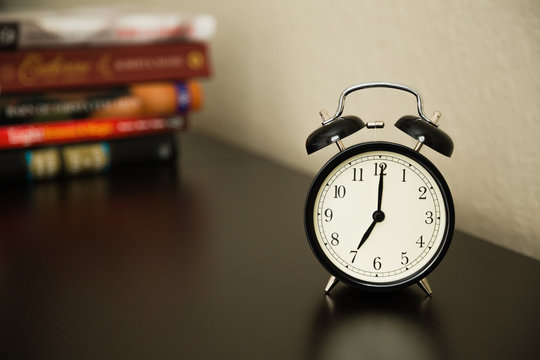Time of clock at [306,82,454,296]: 7:00
